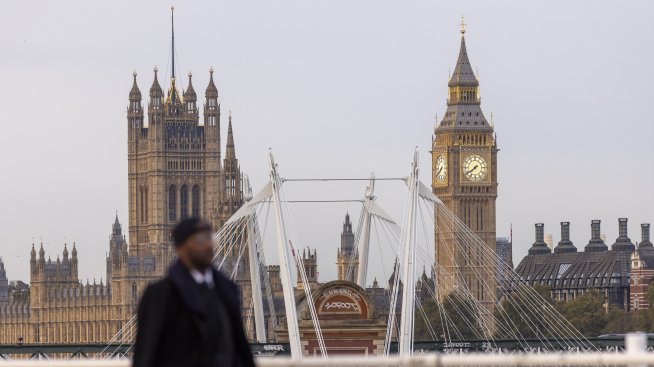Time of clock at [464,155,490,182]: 7:39
